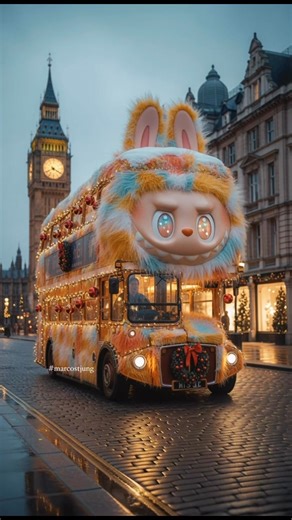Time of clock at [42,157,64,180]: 4:20
